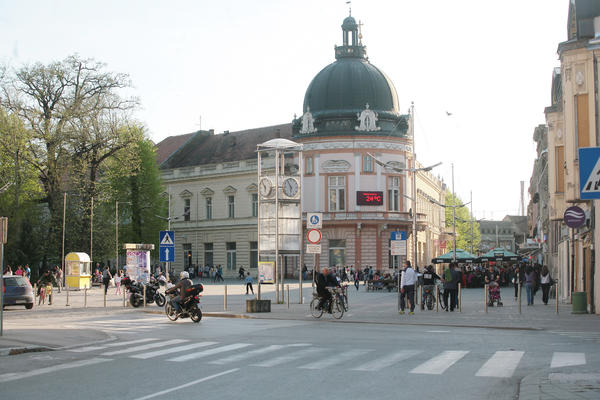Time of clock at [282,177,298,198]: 5:54
